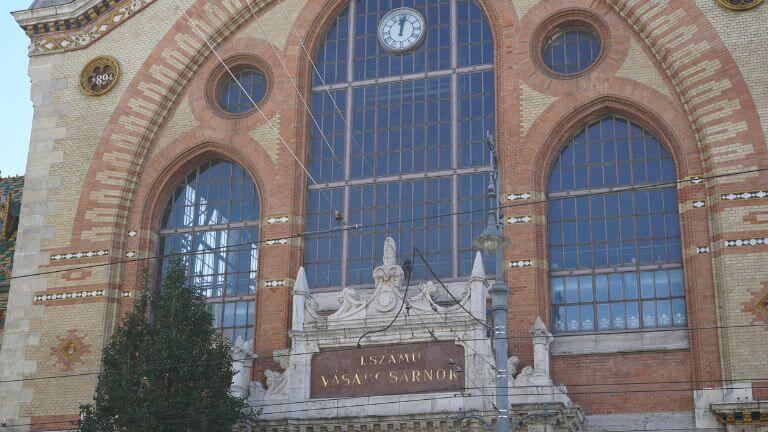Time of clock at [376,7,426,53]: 12:02
